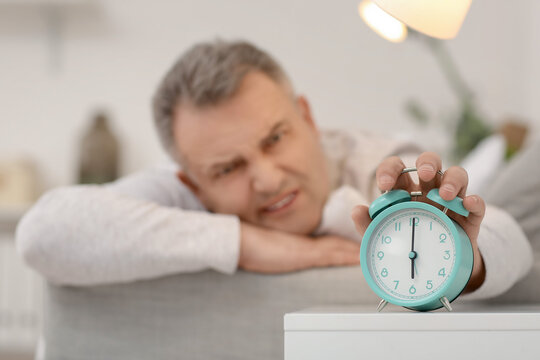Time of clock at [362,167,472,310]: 6:00
